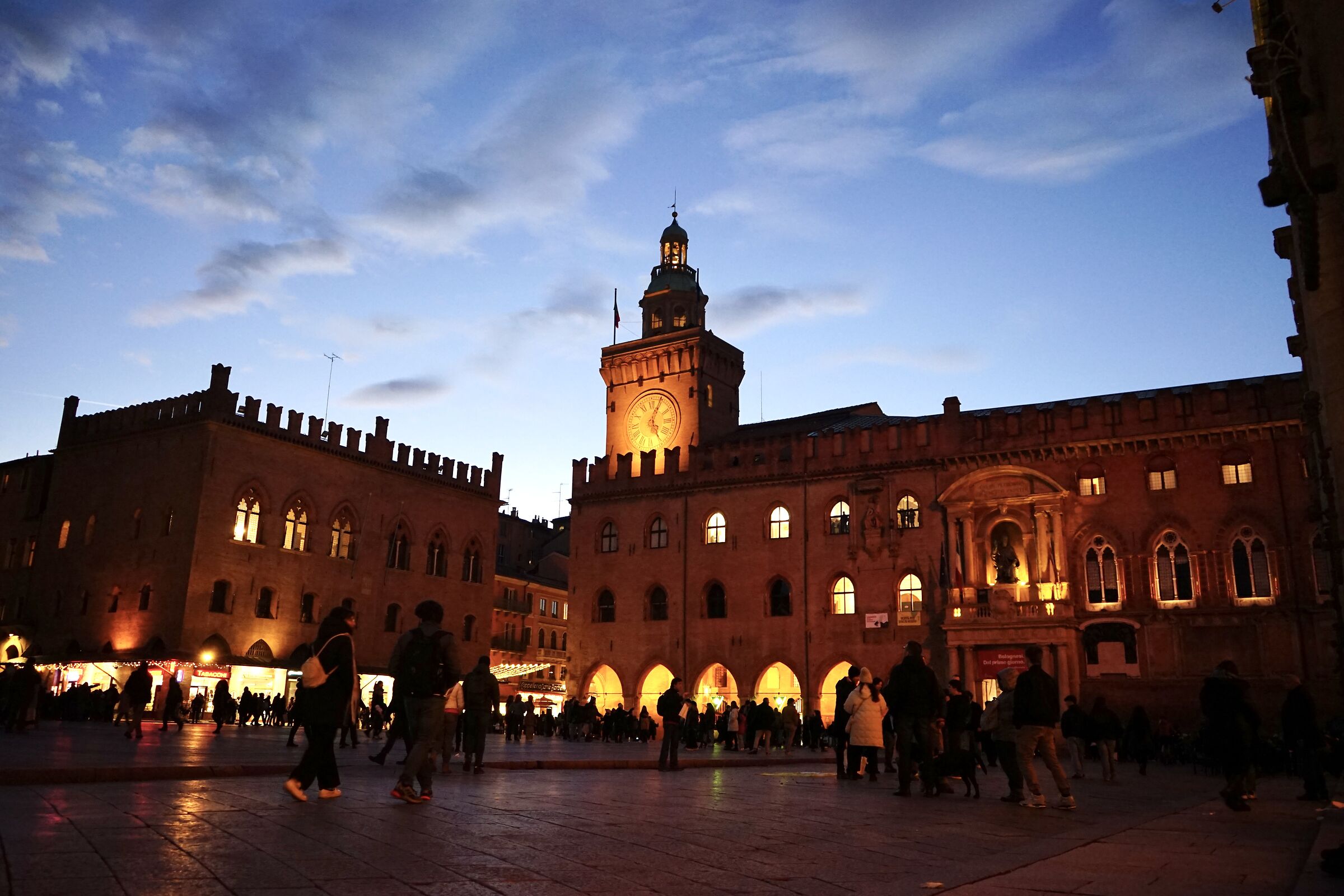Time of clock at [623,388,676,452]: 5:04
